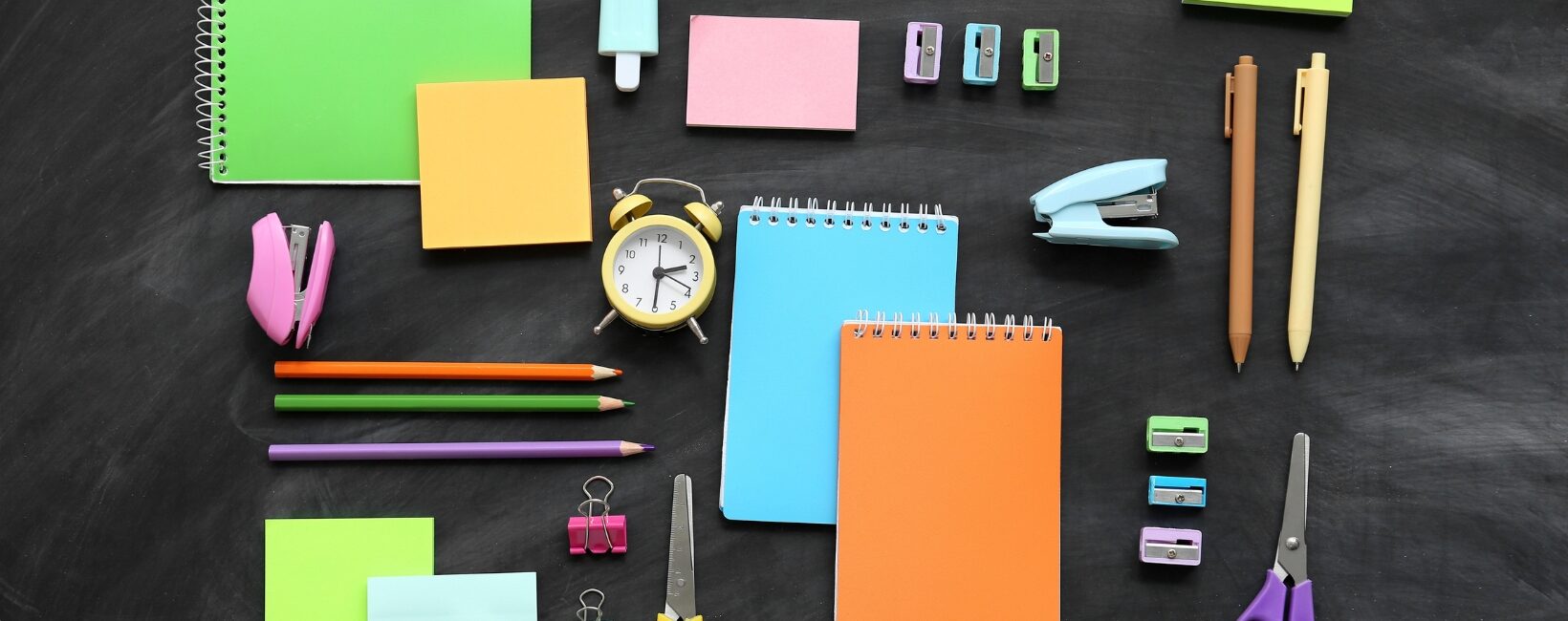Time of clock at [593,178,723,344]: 2:30
